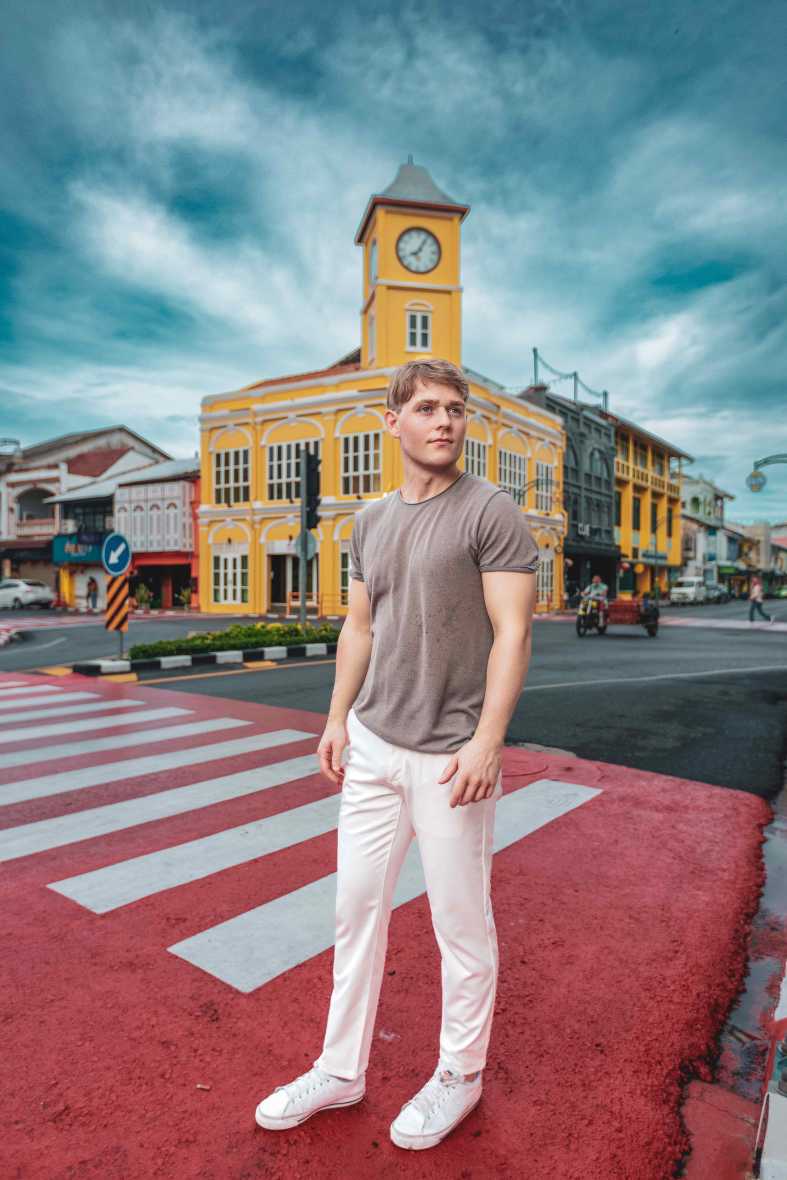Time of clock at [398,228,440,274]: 8:05
